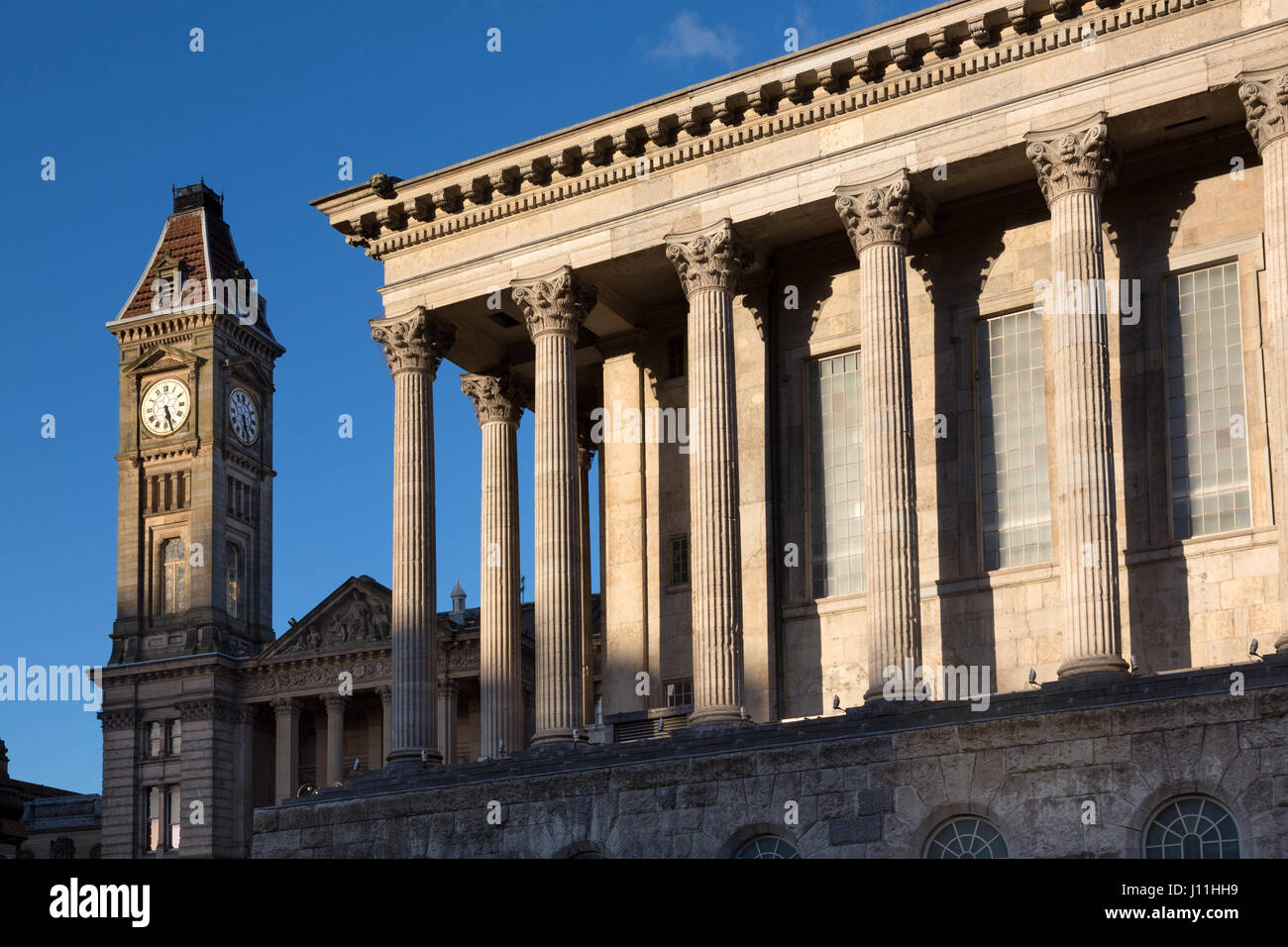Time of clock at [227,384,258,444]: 5:26
